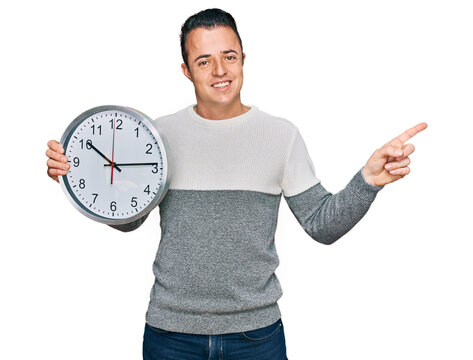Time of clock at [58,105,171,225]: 10:13
